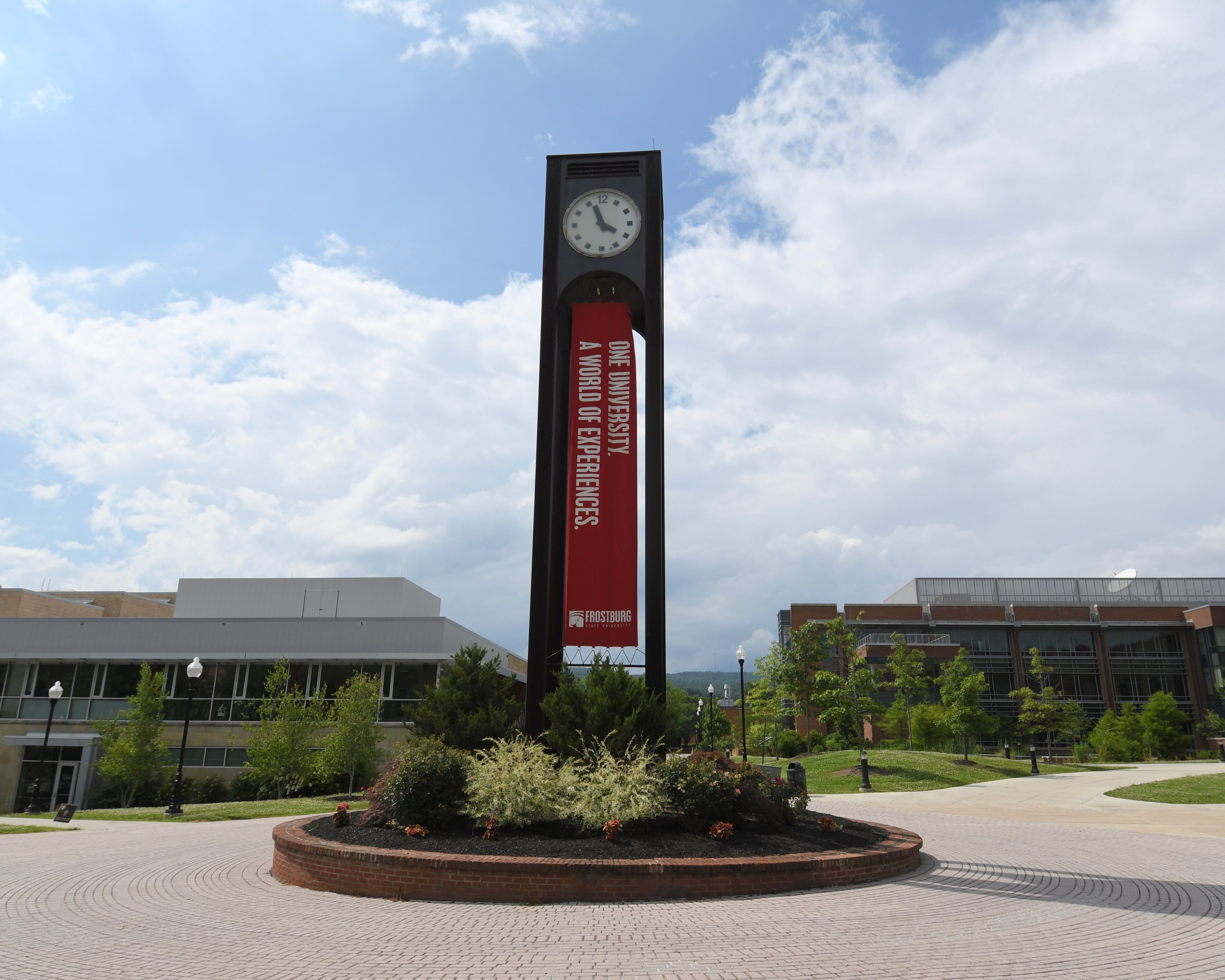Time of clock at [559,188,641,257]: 3:56
